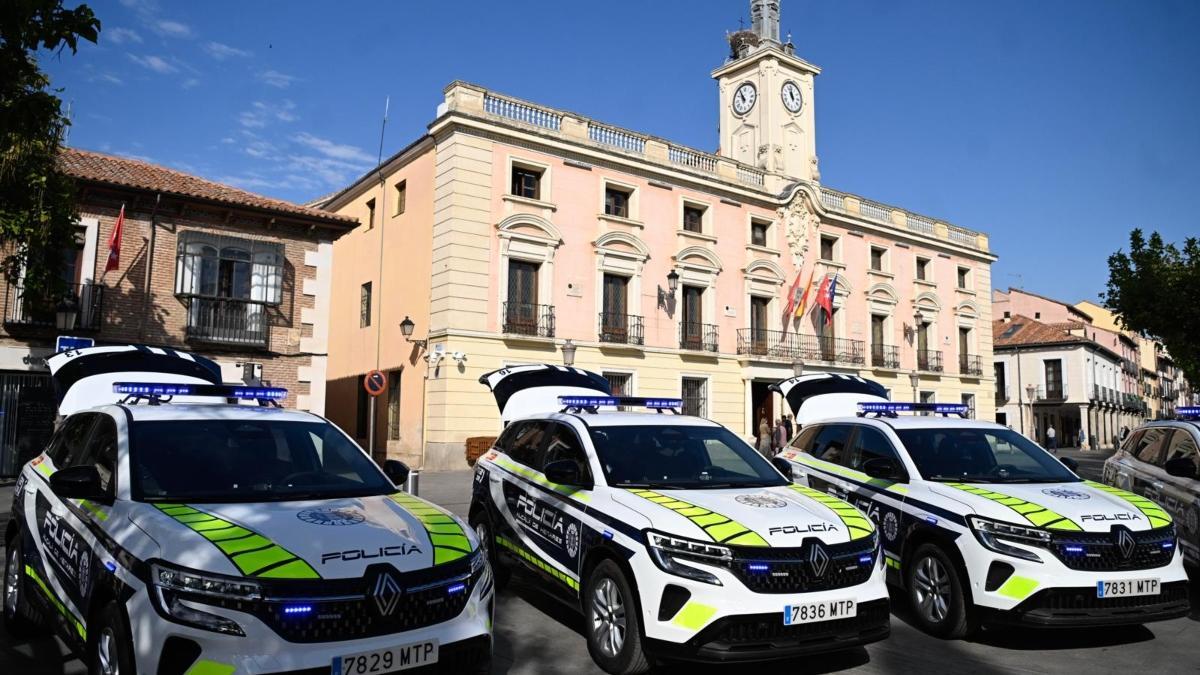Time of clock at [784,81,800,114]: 10:58
